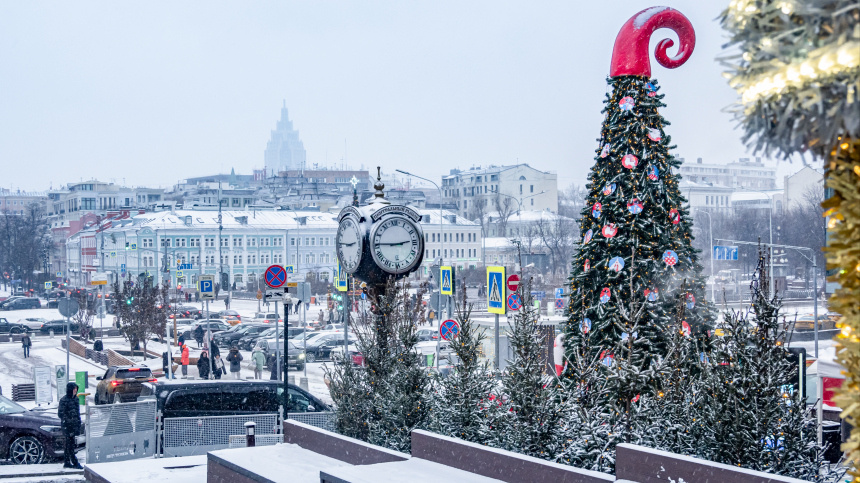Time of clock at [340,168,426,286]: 2:45
